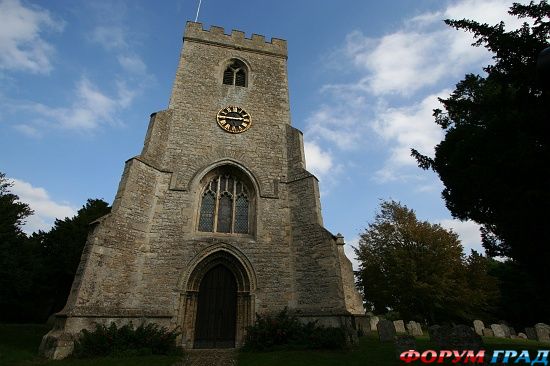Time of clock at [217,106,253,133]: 2:45
